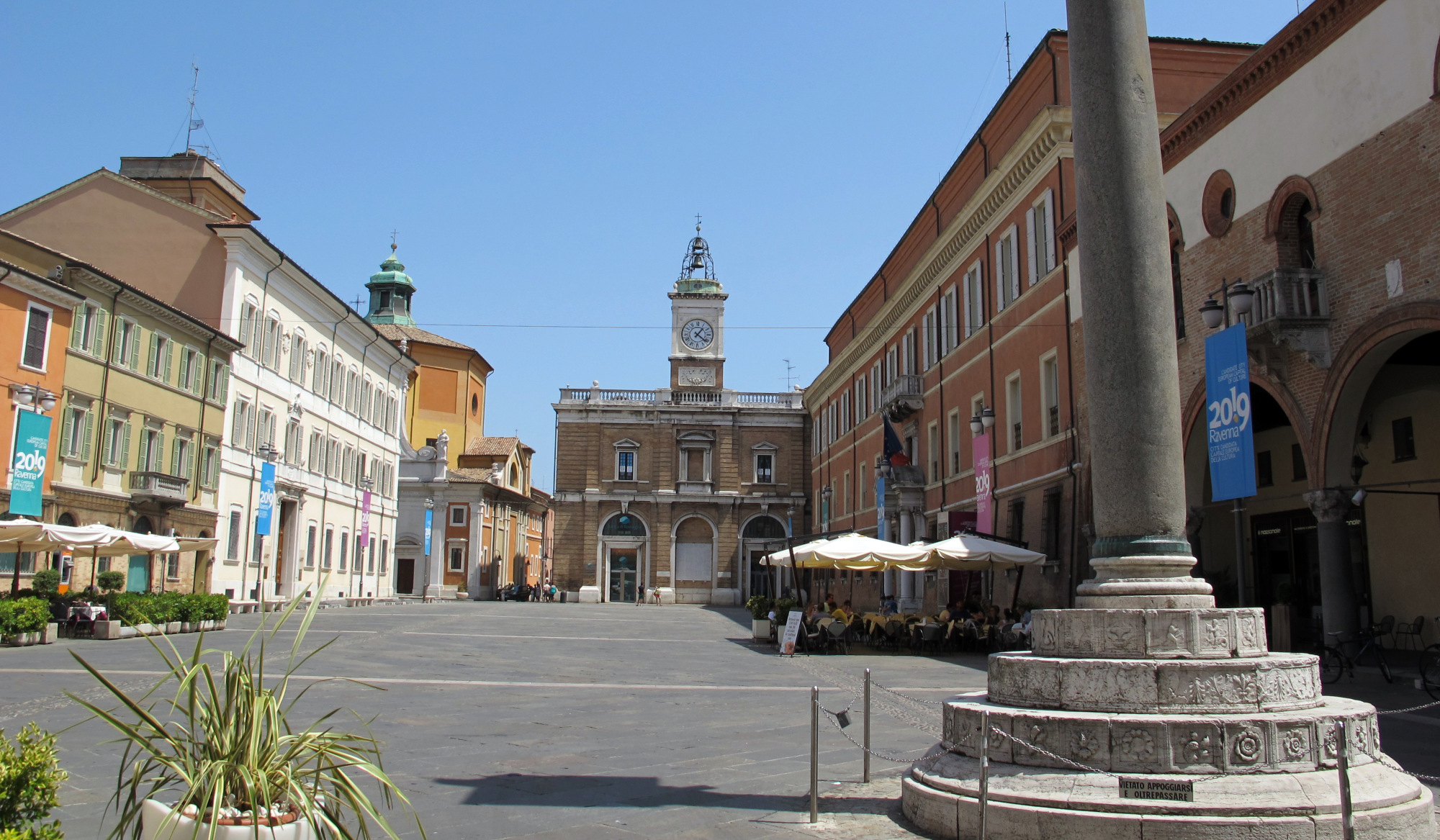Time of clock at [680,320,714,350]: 1:21
